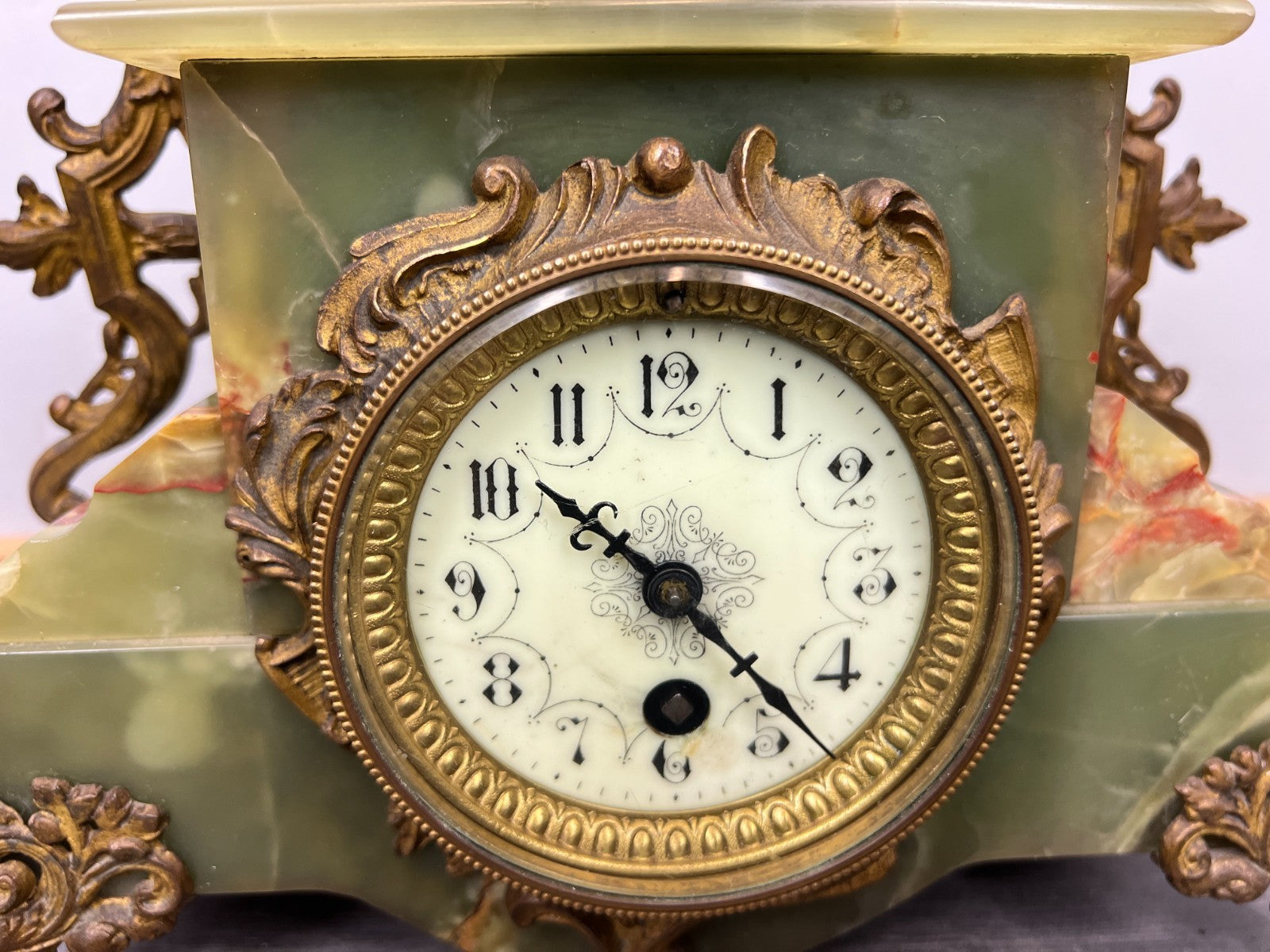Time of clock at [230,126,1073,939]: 10:23
